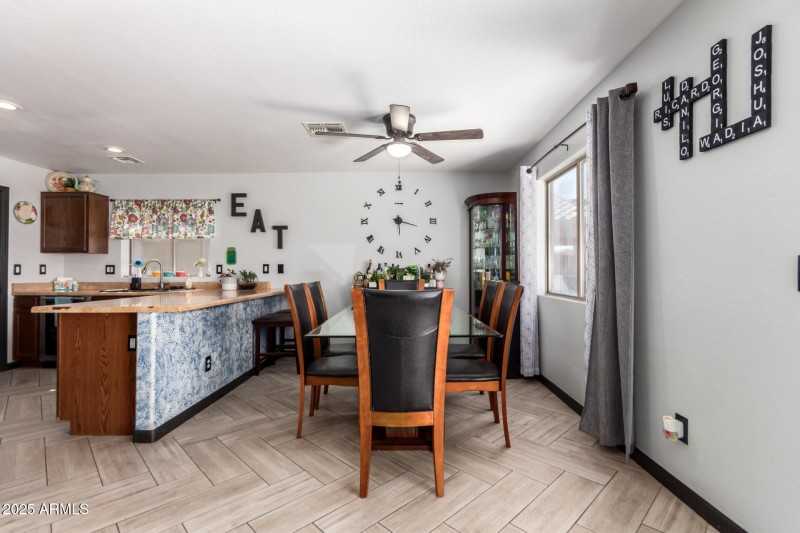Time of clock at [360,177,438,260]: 3:29
